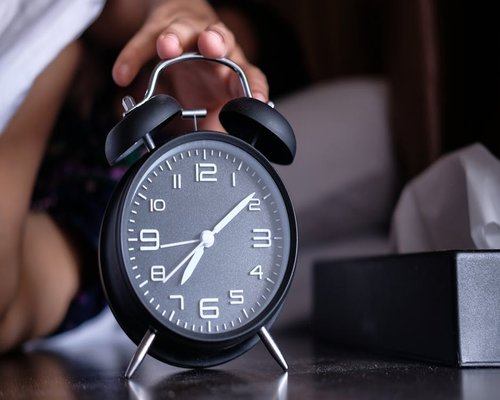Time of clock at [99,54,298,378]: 7:08
